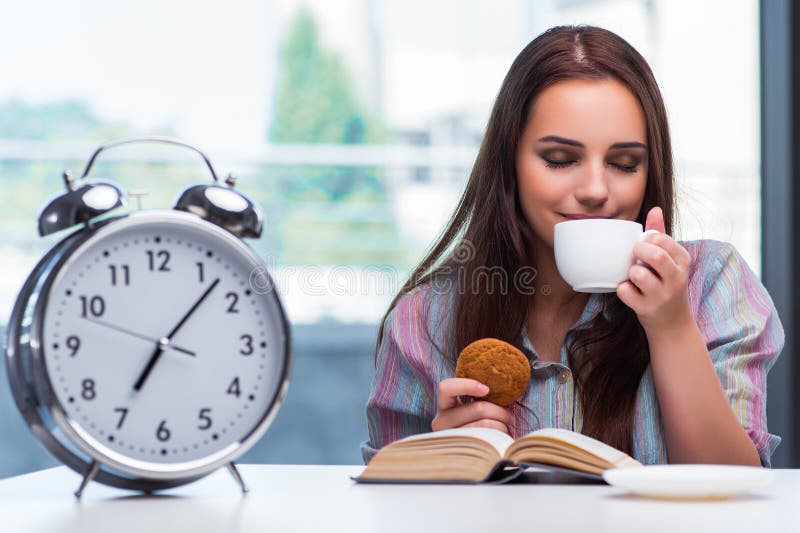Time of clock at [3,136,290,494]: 7:07
